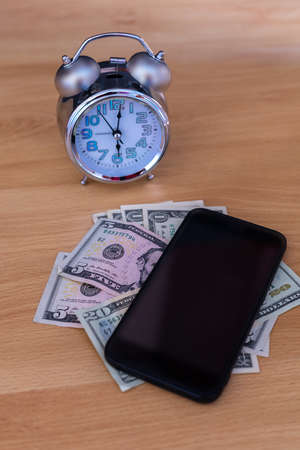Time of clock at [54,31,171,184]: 6:01
